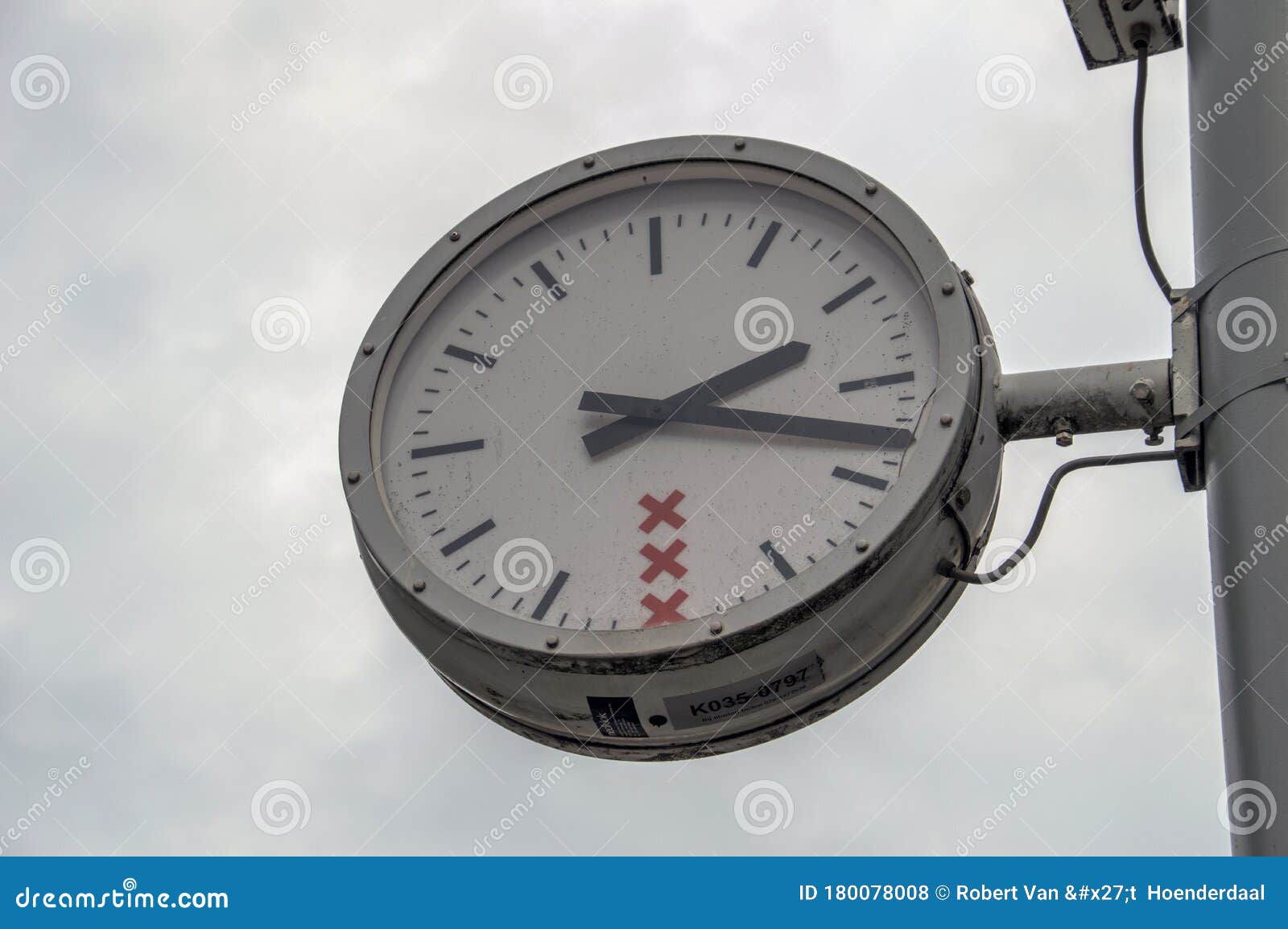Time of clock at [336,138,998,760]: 2:18
